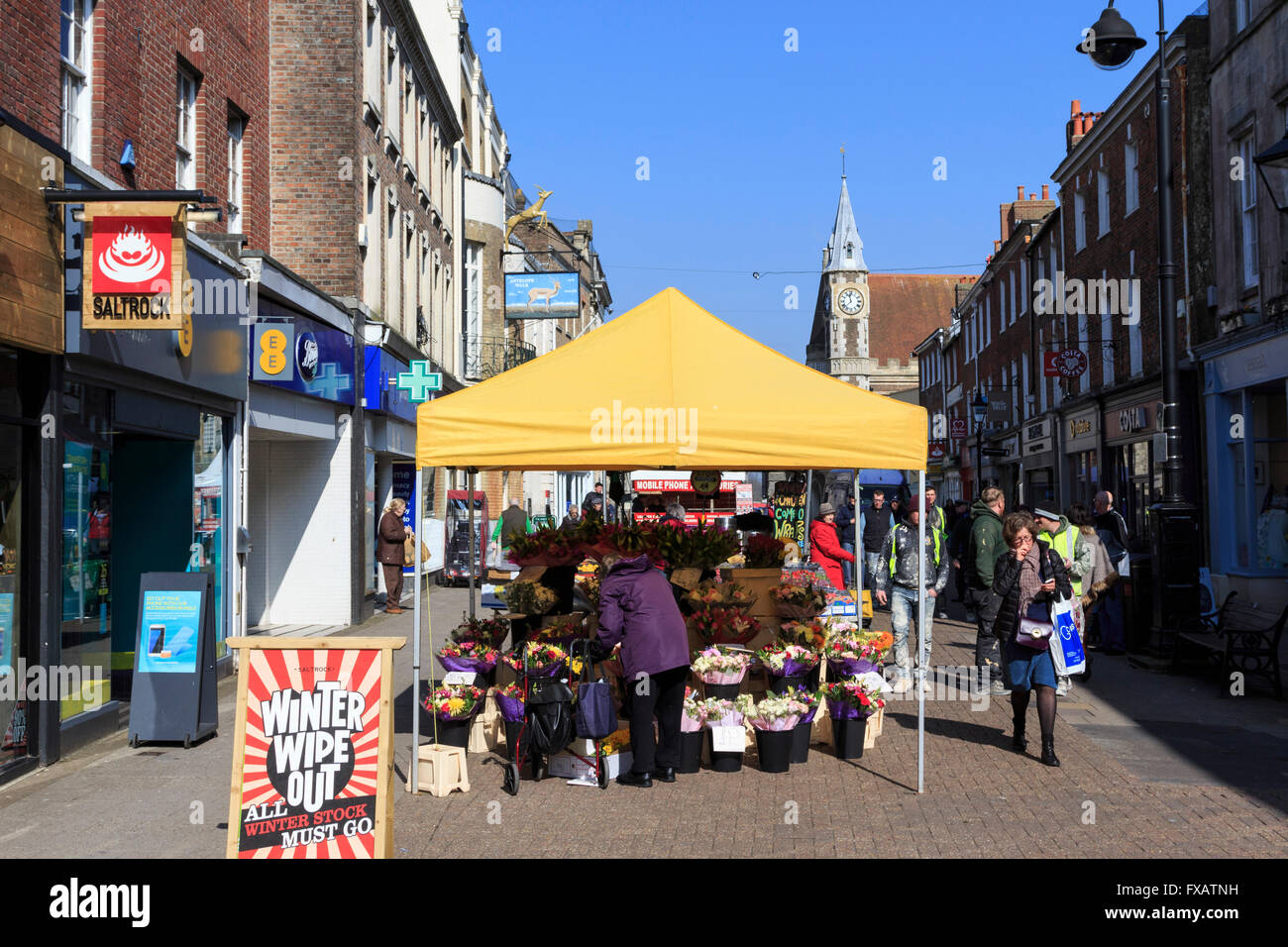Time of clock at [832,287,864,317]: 11:37
